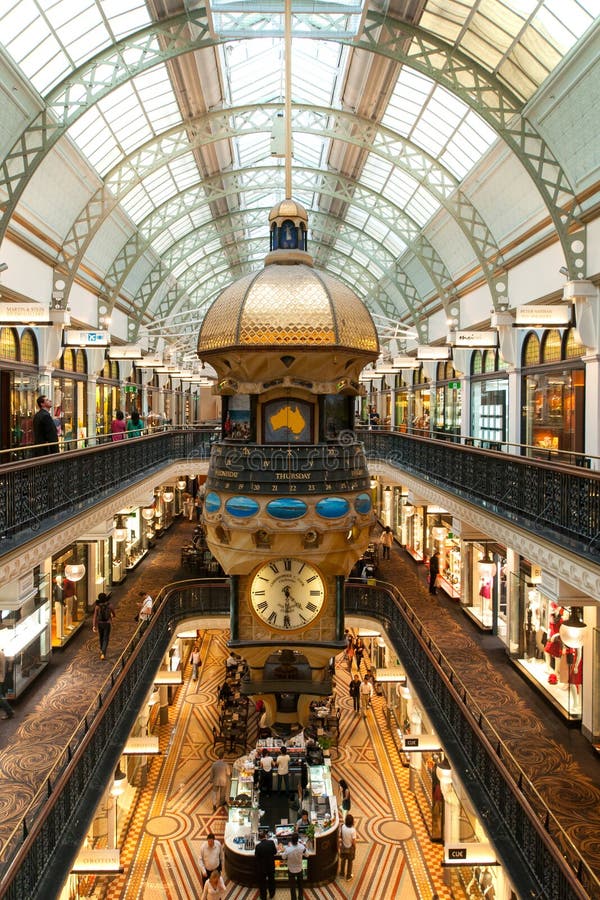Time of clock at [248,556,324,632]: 4:30
